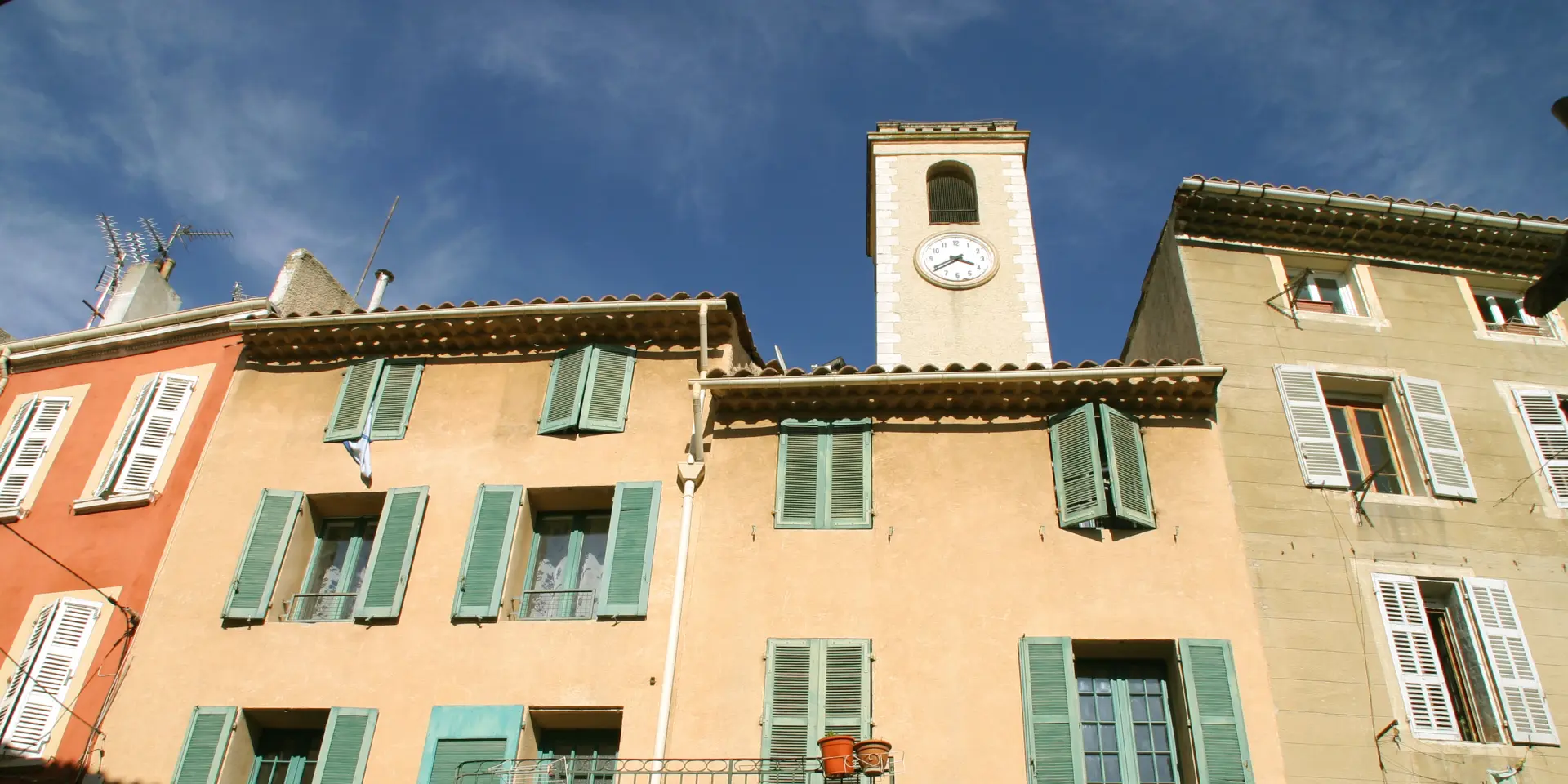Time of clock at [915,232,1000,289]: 3:39
